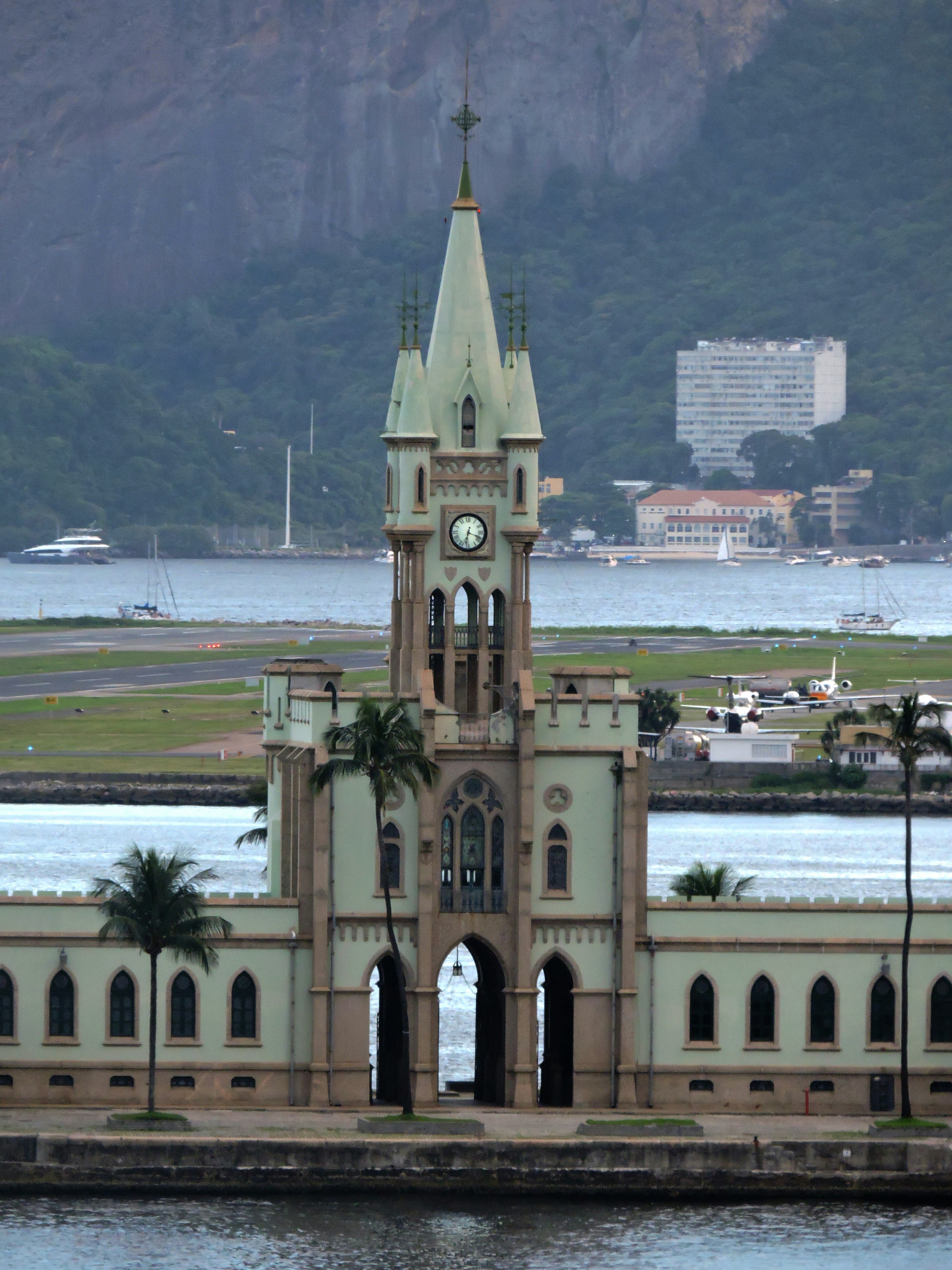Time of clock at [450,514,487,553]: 6:18
